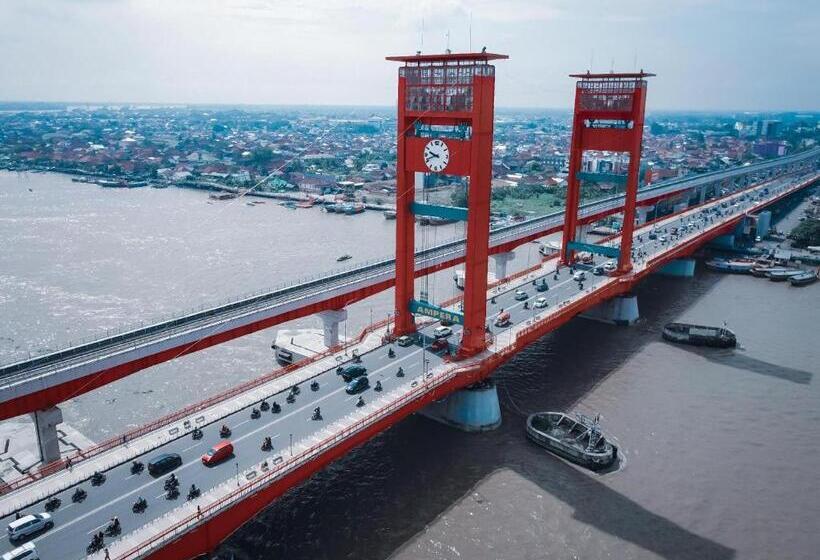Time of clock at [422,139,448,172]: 9:41
